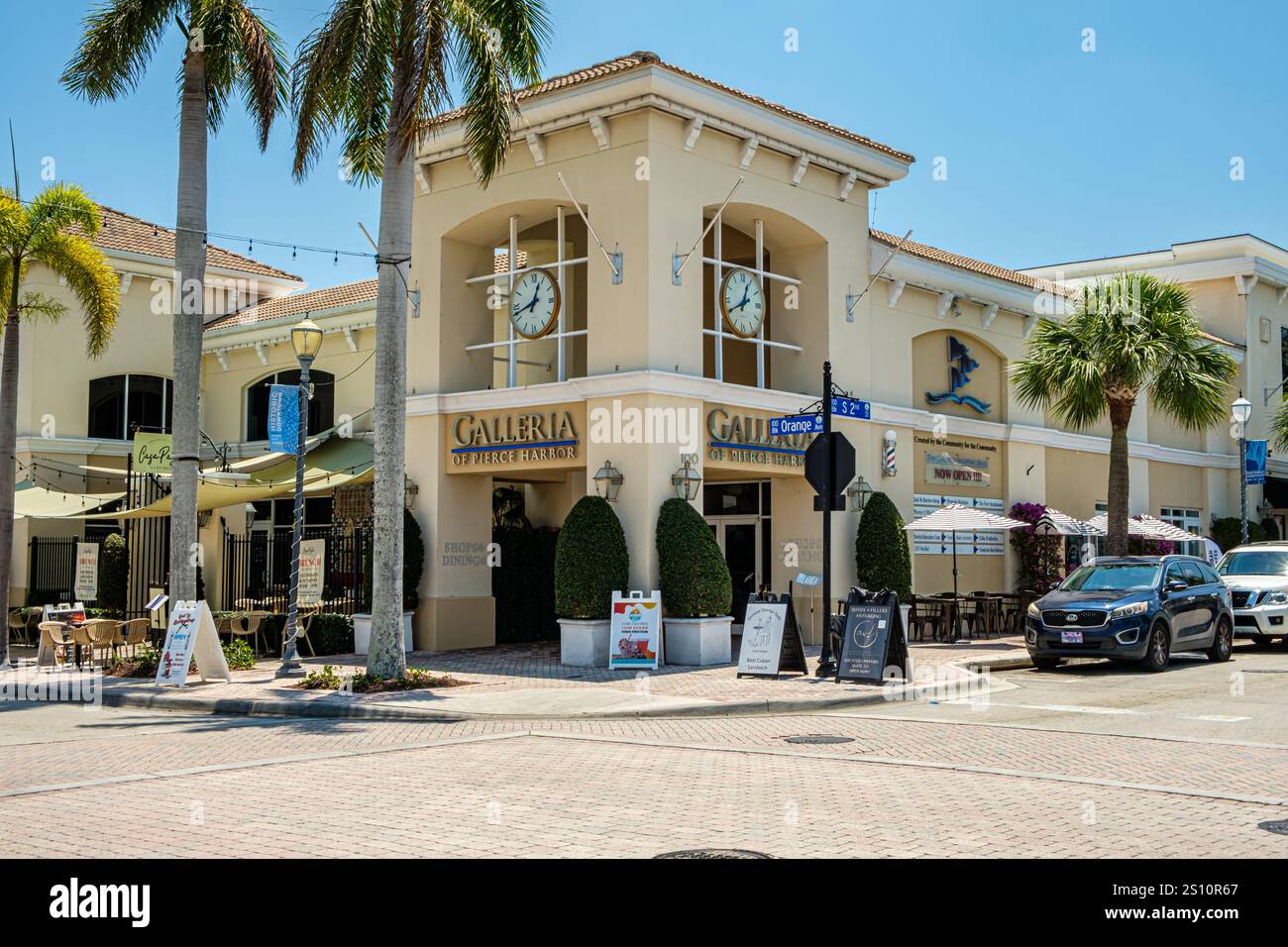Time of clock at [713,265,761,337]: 12:40
